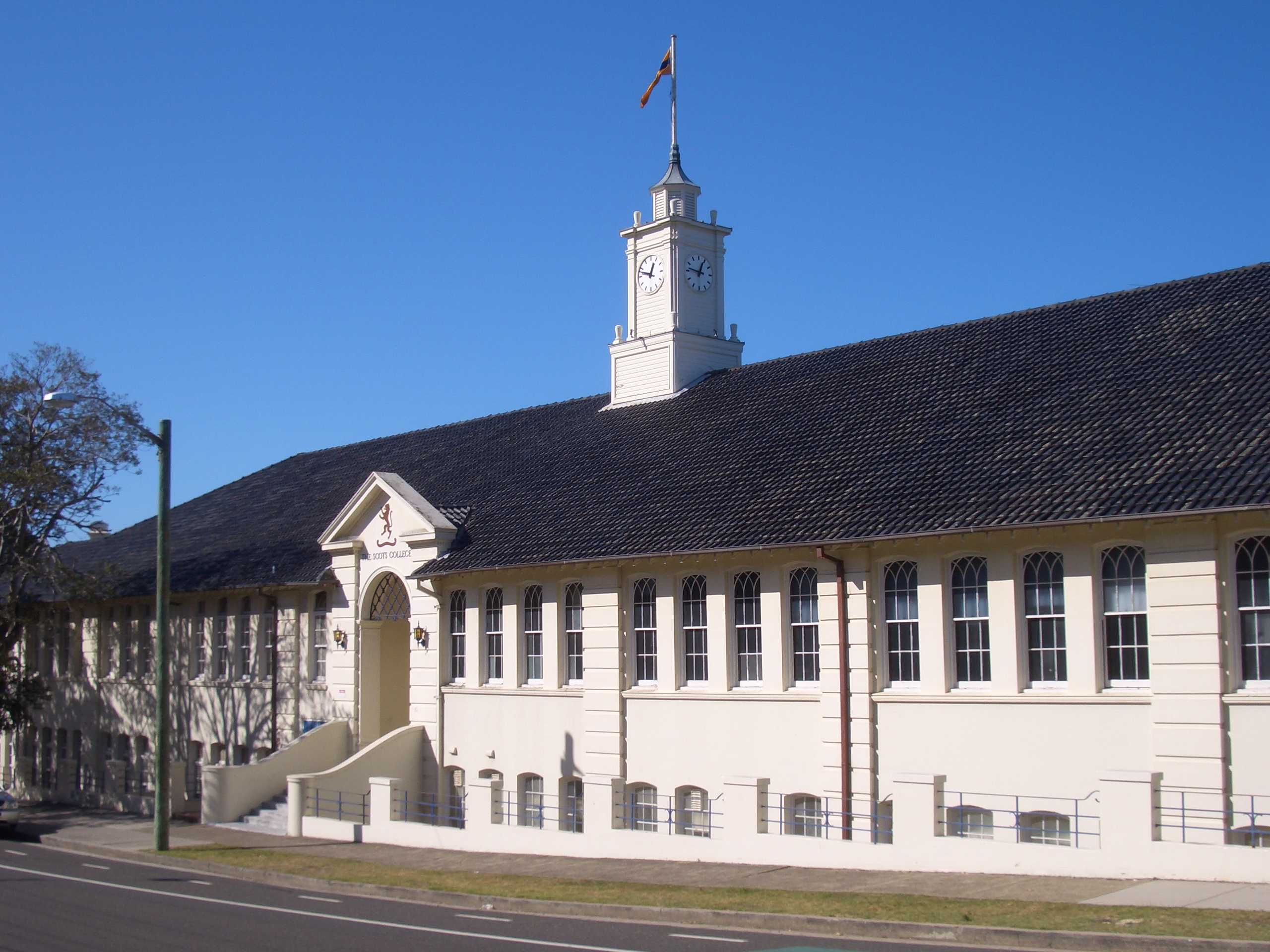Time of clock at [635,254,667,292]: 12:47
